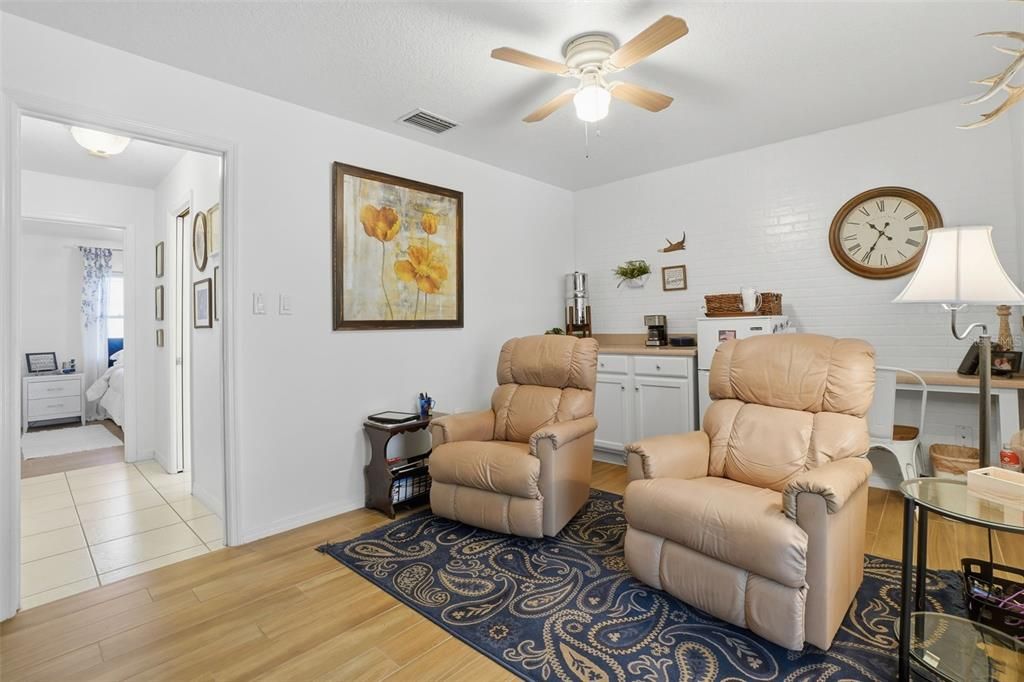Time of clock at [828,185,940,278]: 10:35
